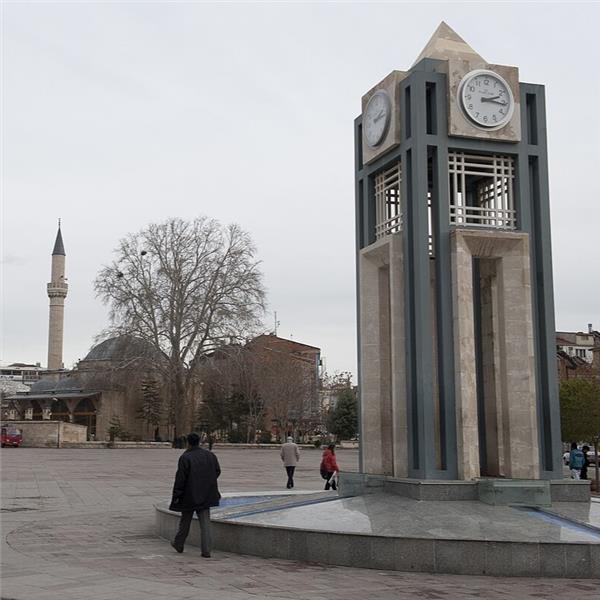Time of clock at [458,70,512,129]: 2:15
